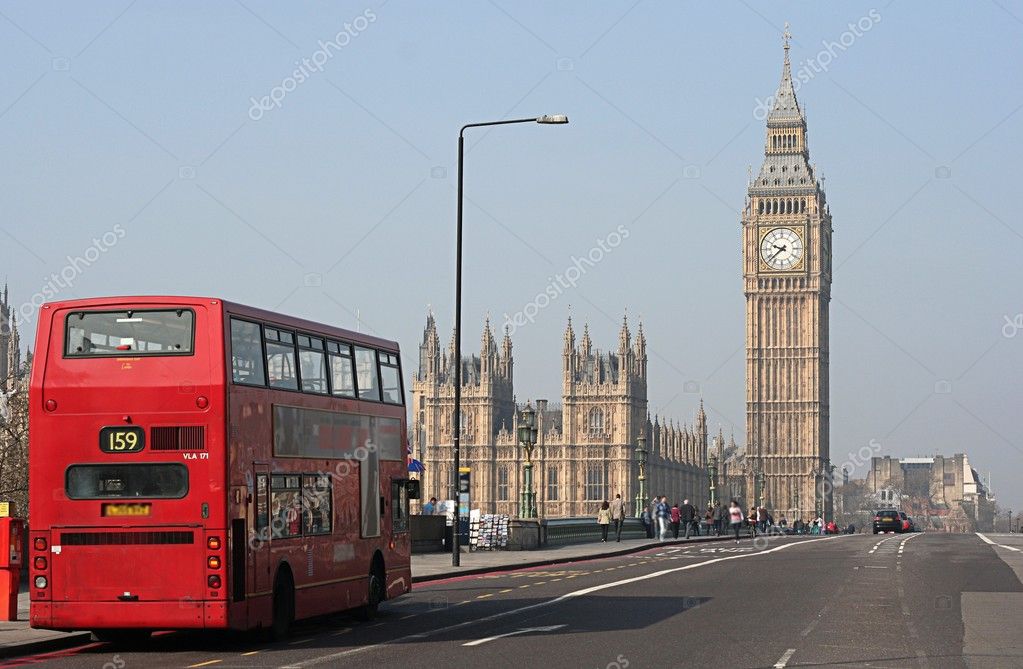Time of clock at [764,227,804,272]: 9:38
